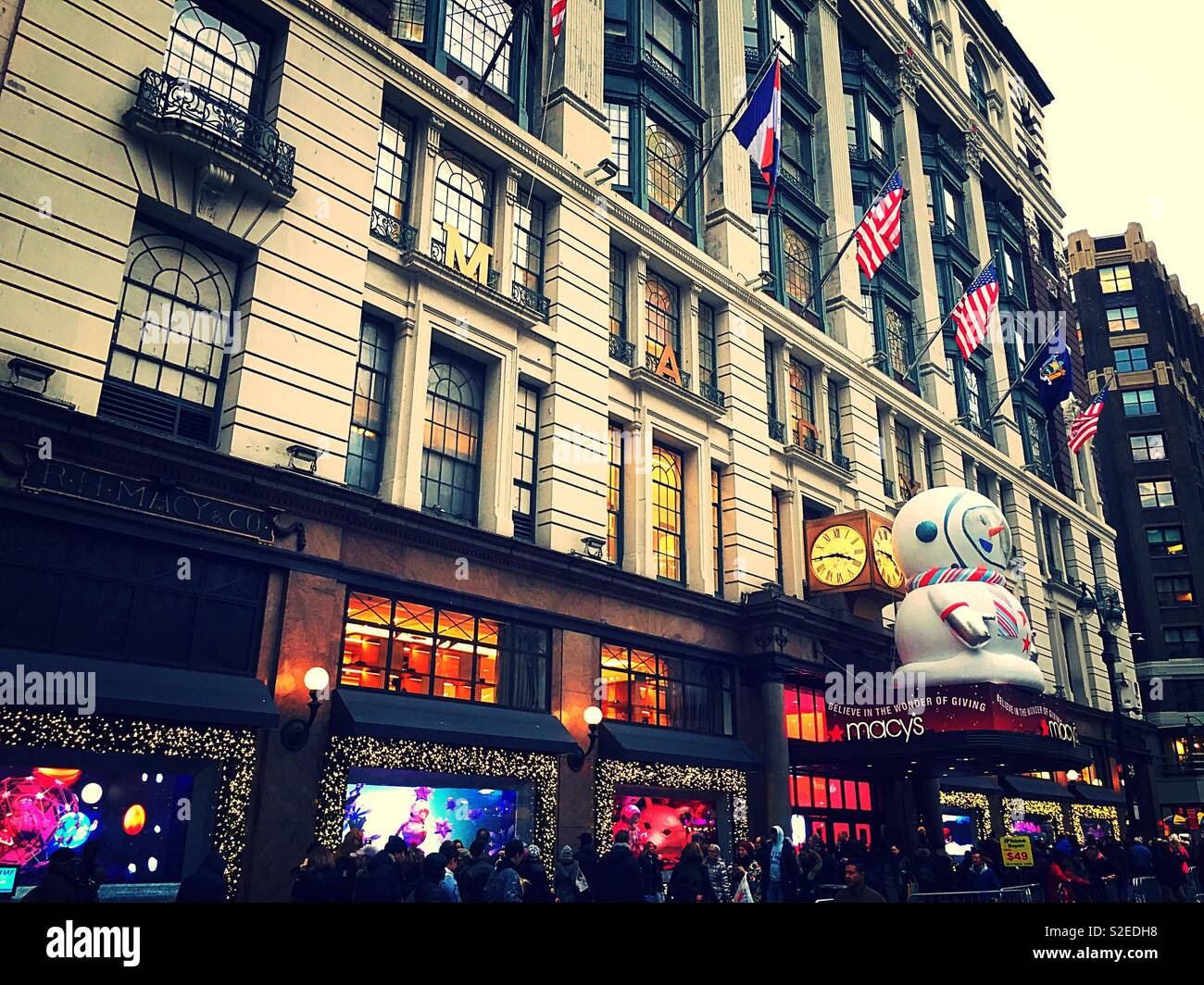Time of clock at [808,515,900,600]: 3:45
